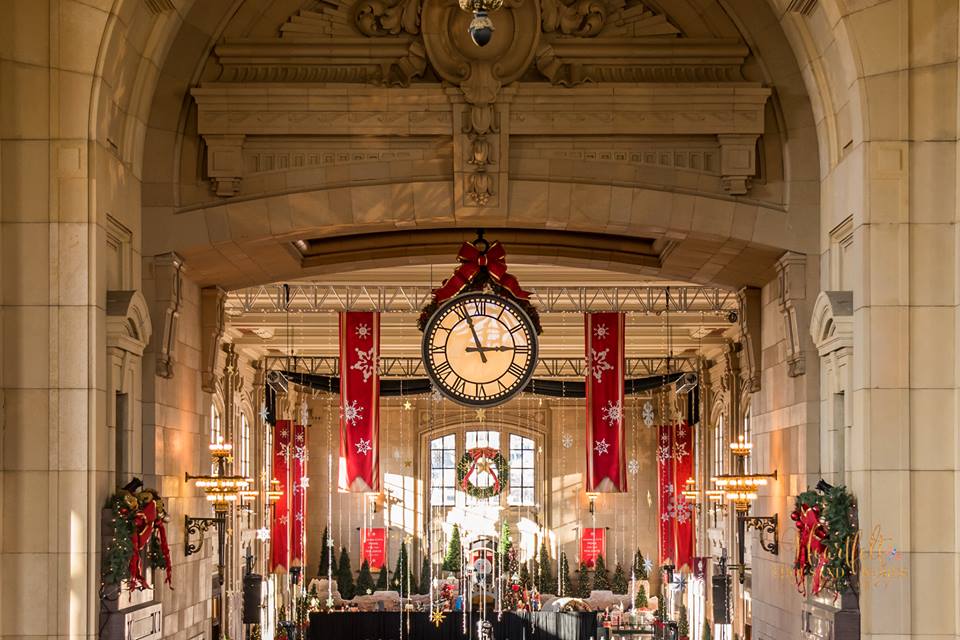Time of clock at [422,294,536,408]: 2:56
